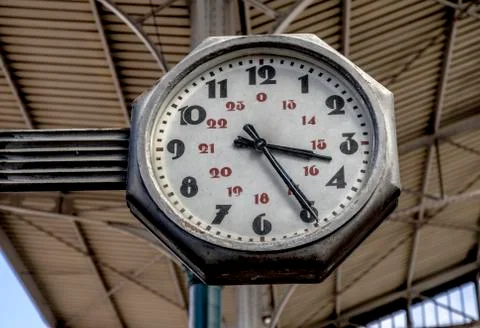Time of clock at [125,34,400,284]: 3:24
